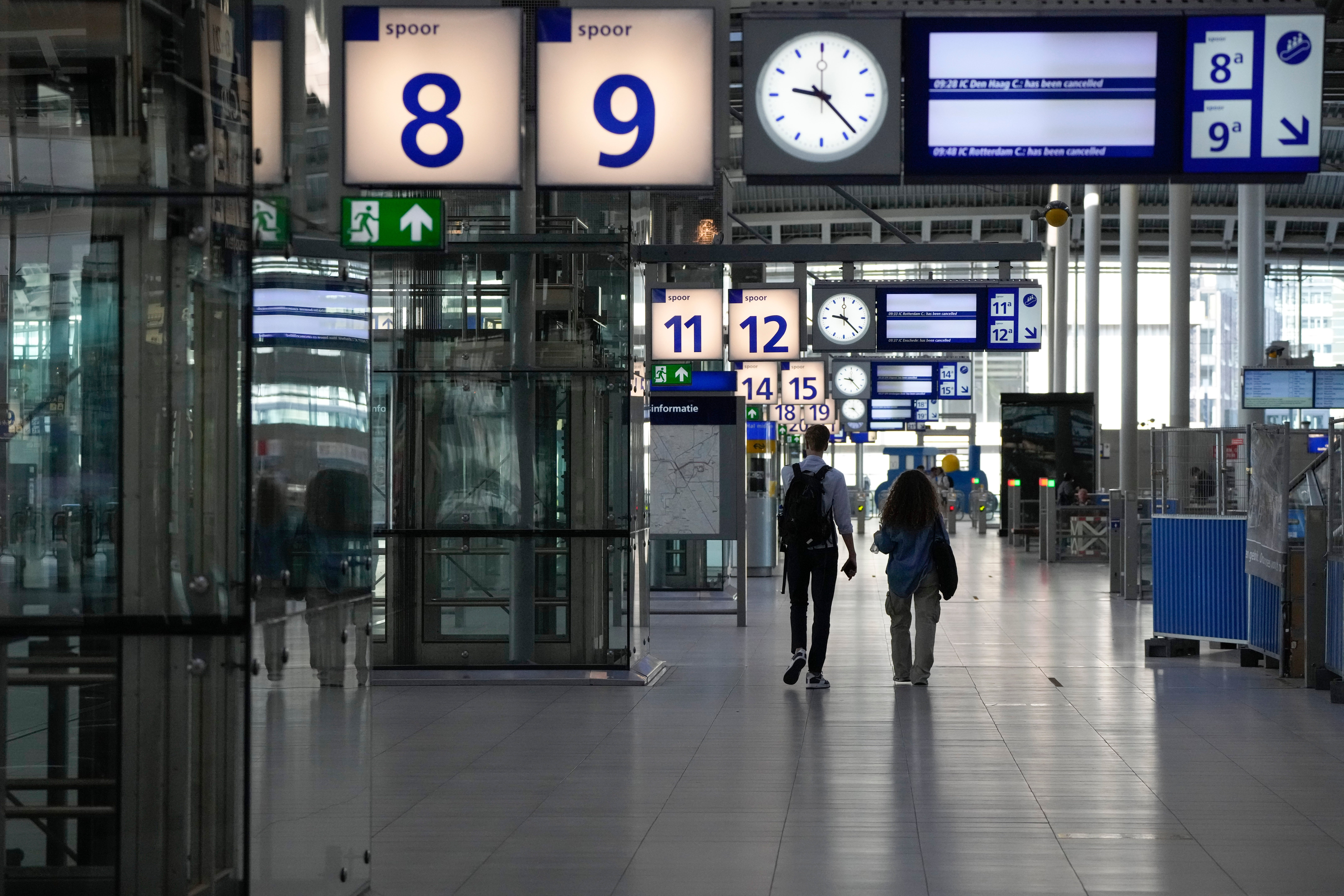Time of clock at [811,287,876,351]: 9:22
